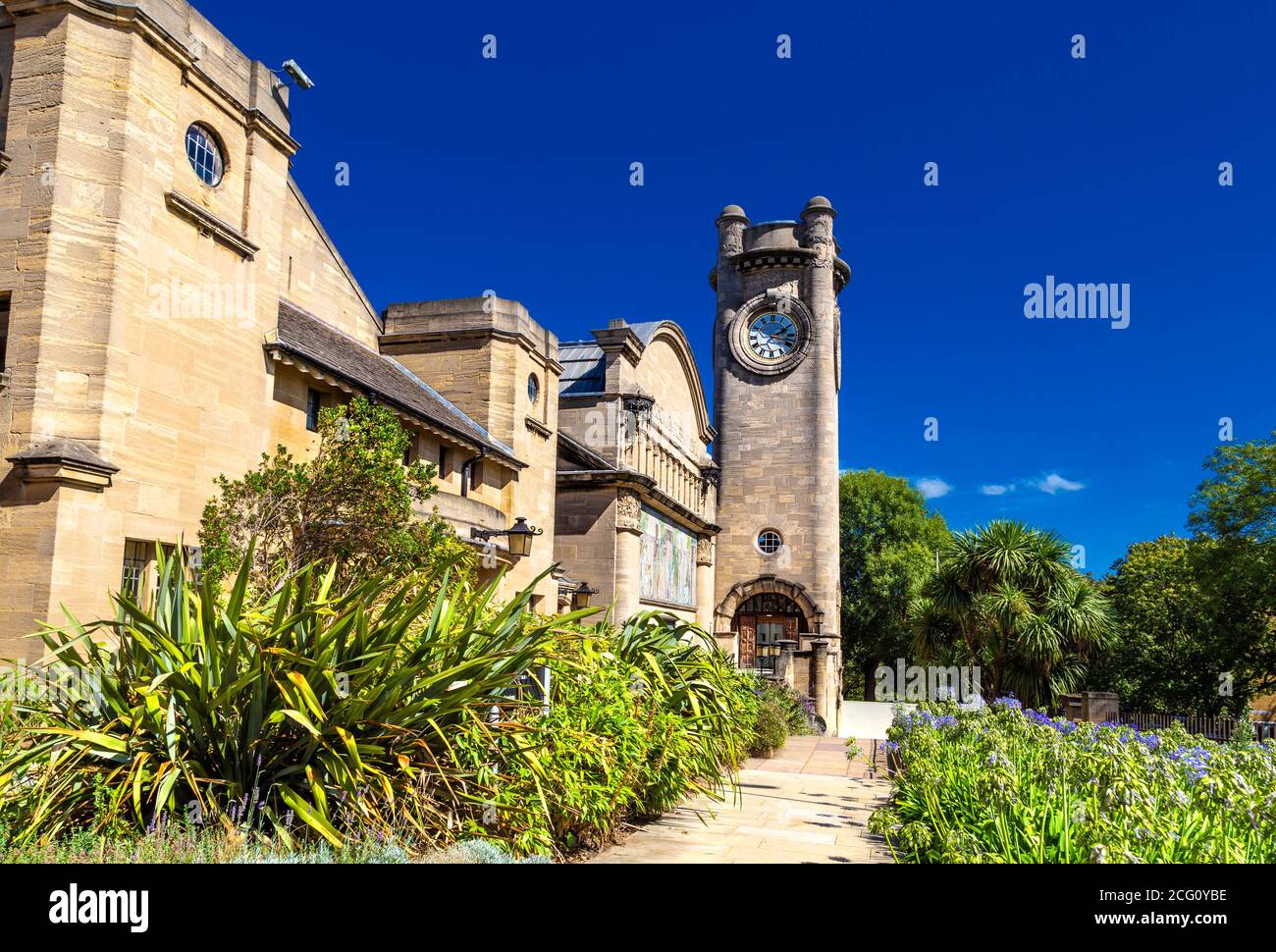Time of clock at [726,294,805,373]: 2:18
